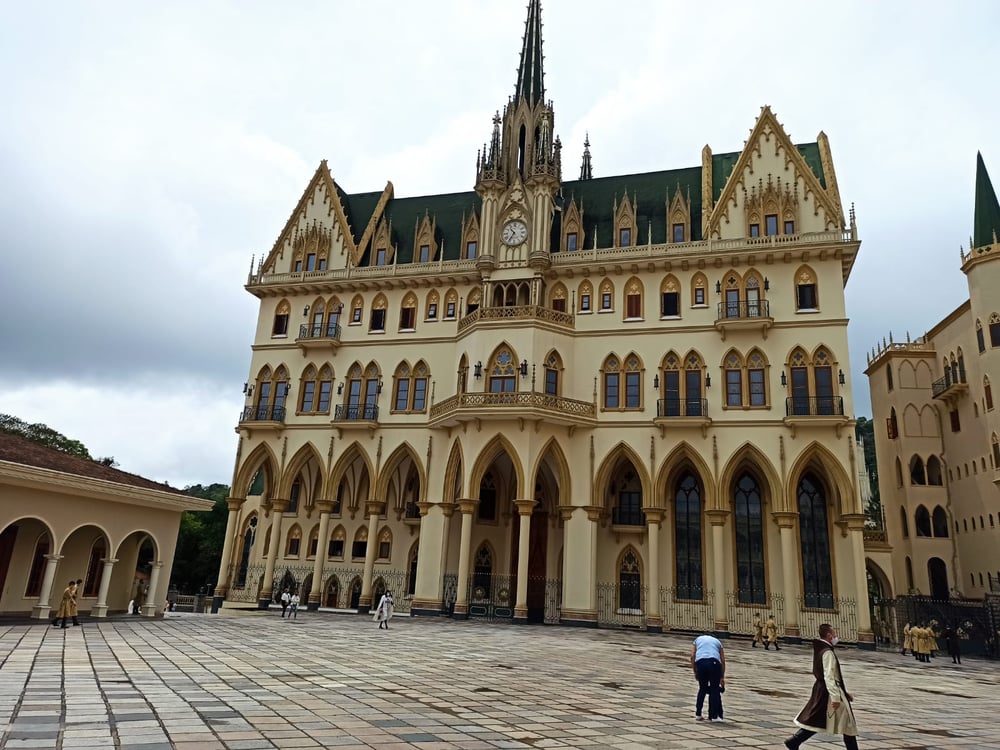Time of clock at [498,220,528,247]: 10:35
